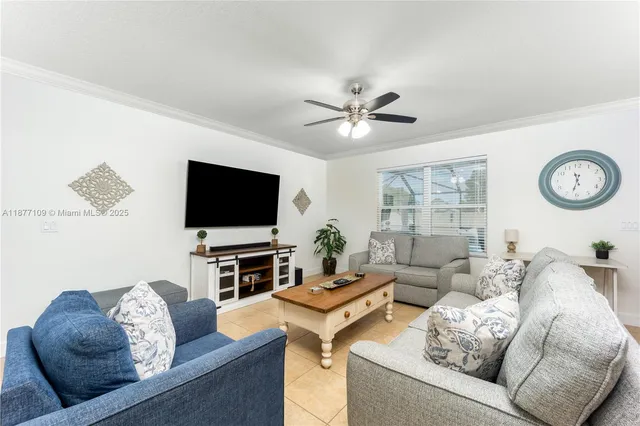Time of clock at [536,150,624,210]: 11:32
